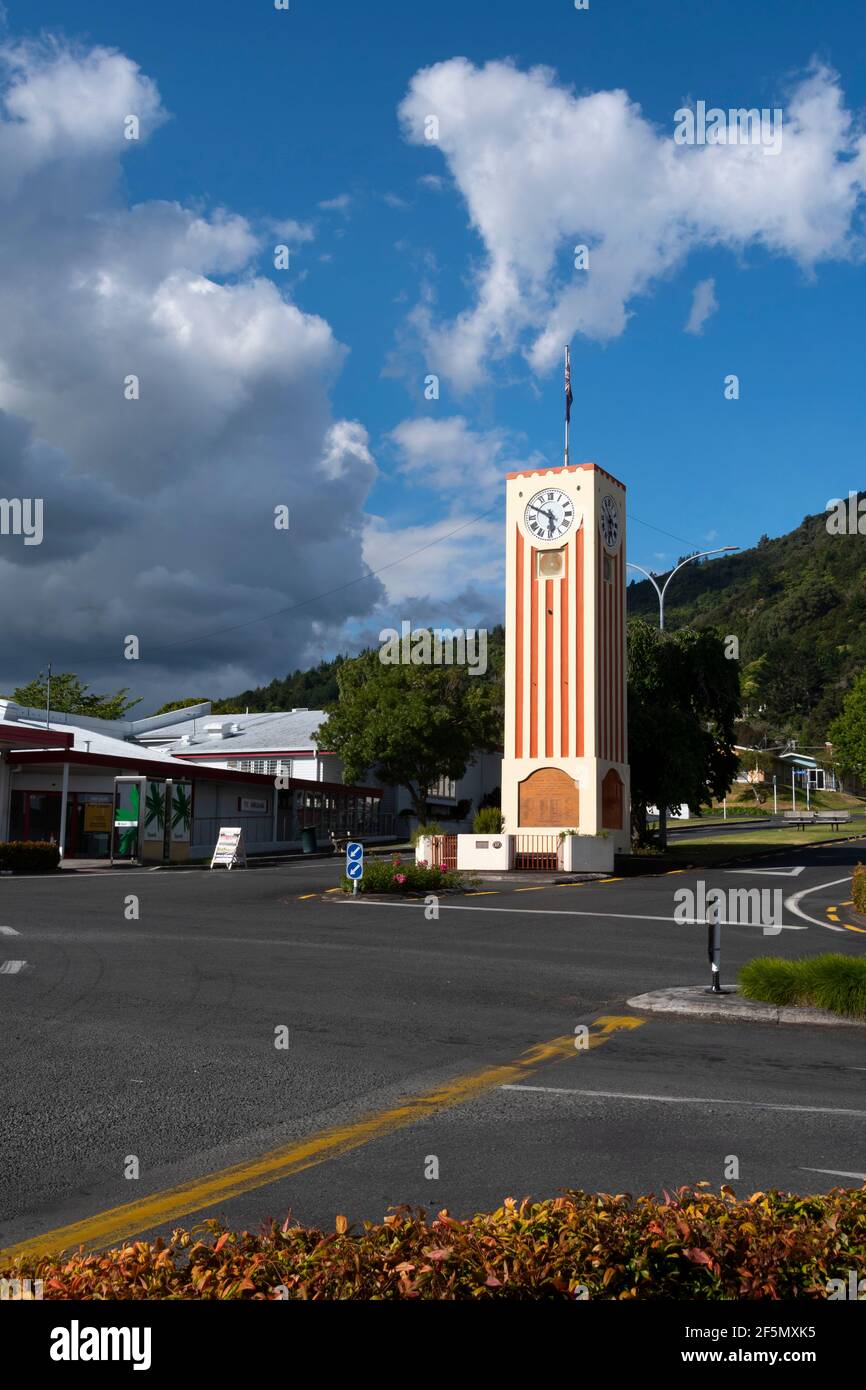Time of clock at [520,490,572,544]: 5:49
